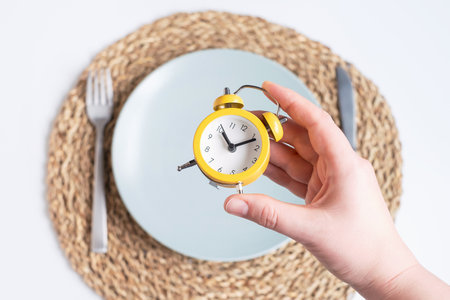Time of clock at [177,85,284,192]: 11:11
